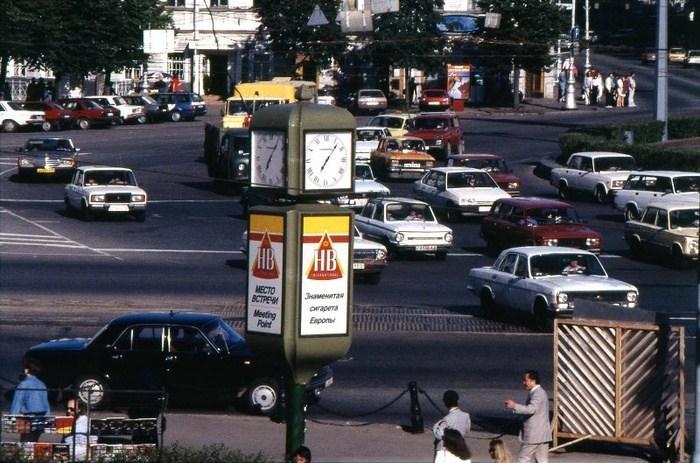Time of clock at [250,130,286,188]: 7:06
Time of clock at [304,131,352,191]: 7:06
